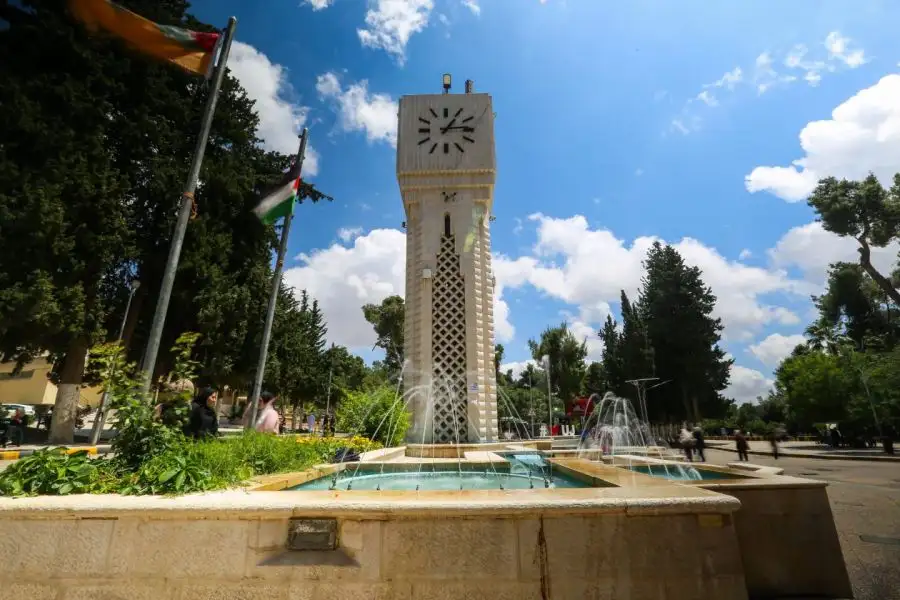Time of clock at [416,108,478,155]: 1:13
